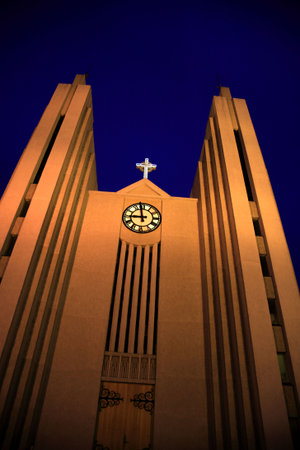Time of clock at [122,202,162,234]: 8:58
